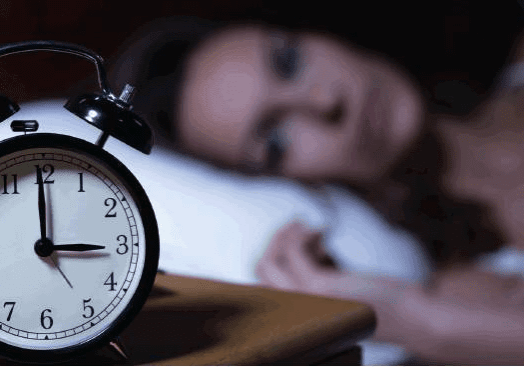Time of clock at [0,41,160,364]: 2:59
